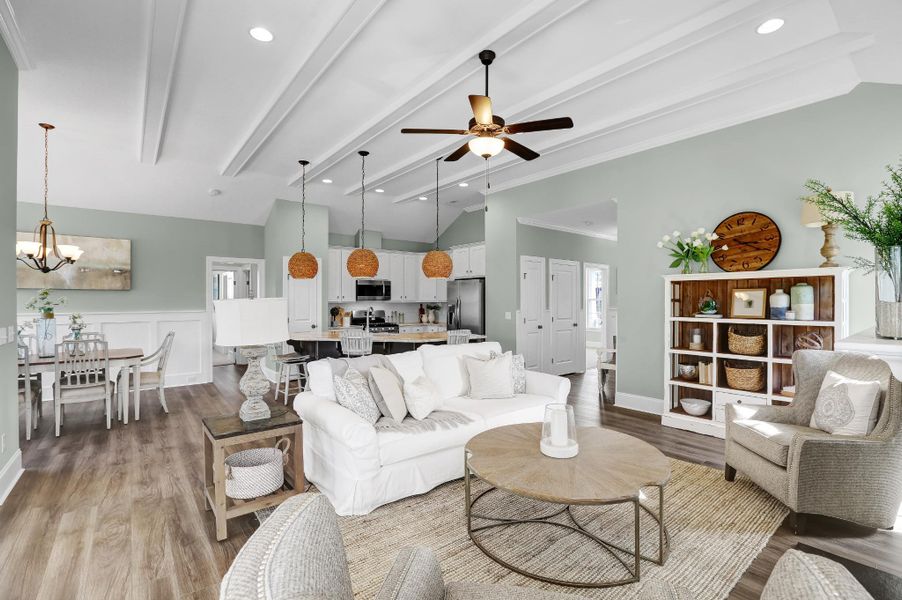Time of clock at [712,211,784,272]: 3:20
